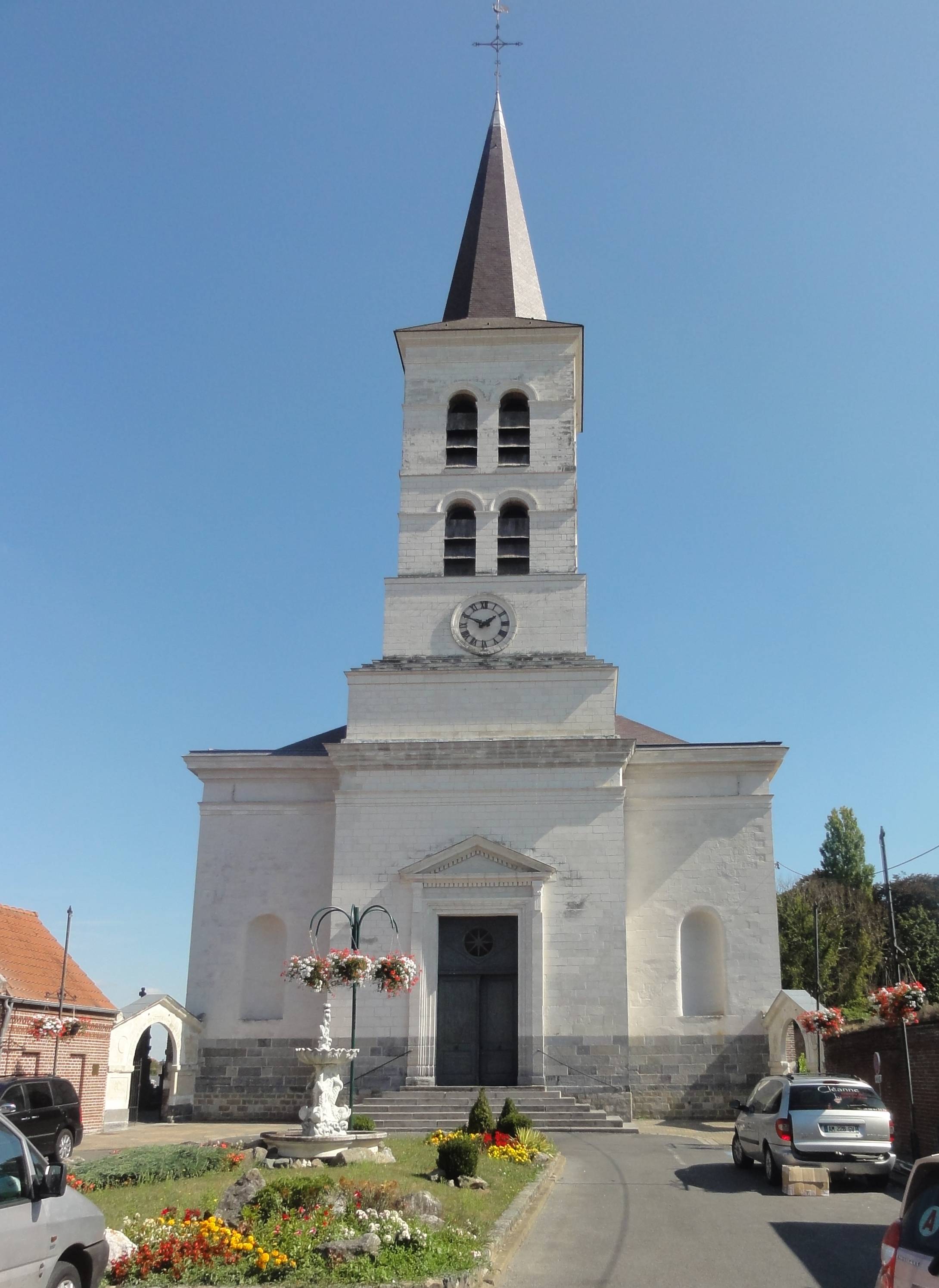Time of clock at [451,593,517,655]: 1:49
